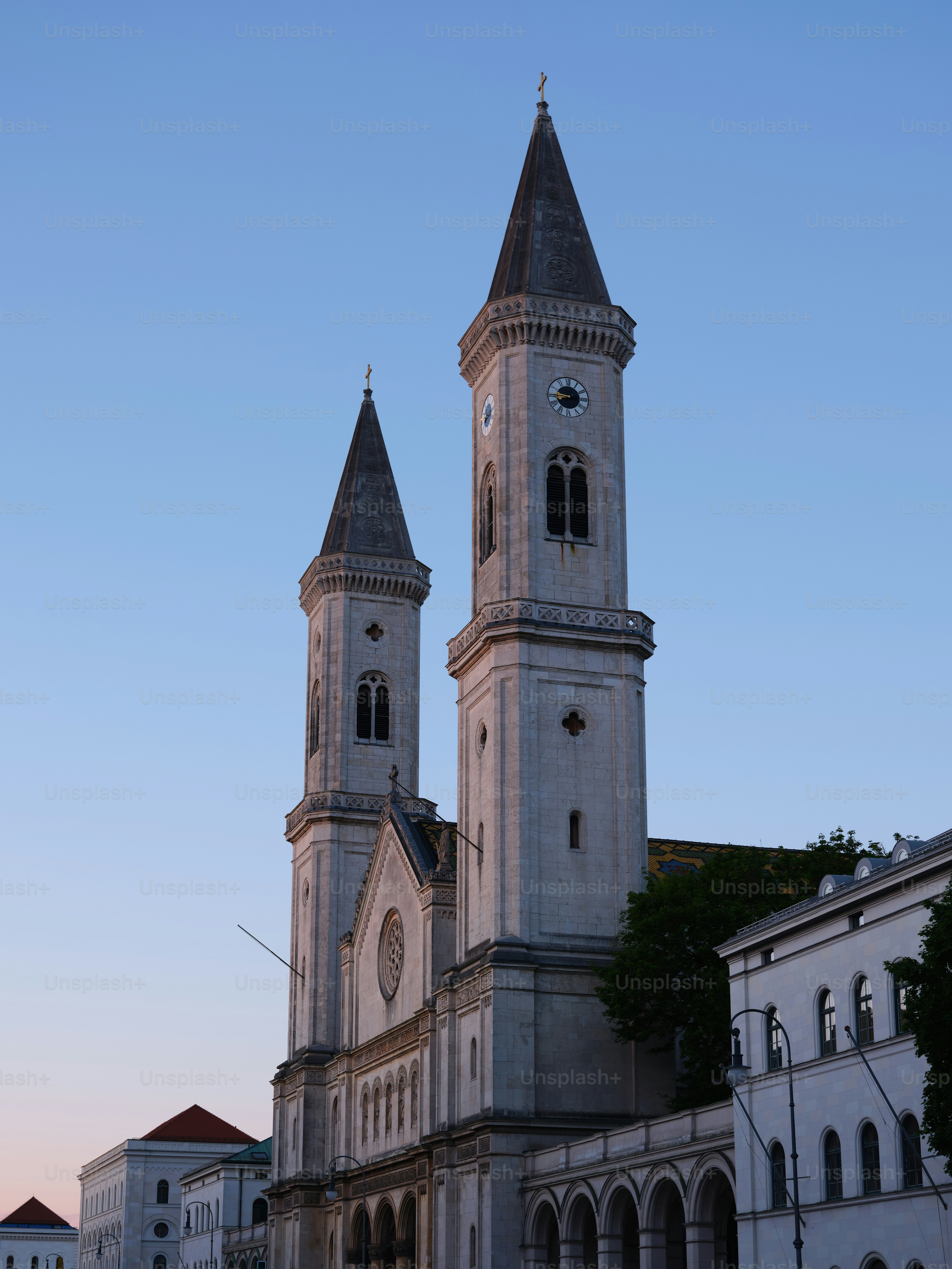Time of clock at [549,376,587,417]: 8:45
